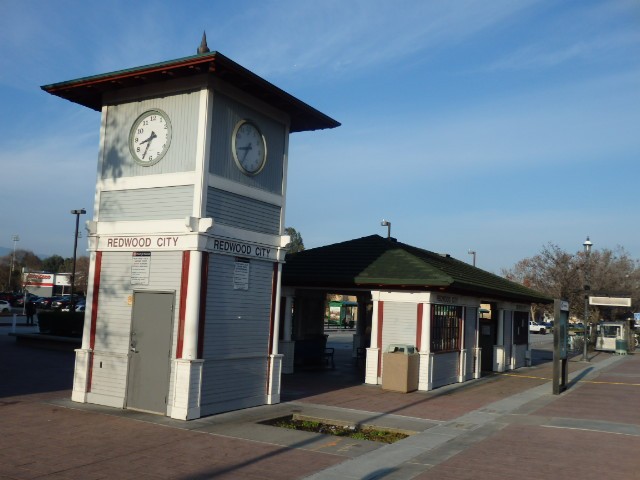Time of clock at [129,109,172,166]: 8:34
